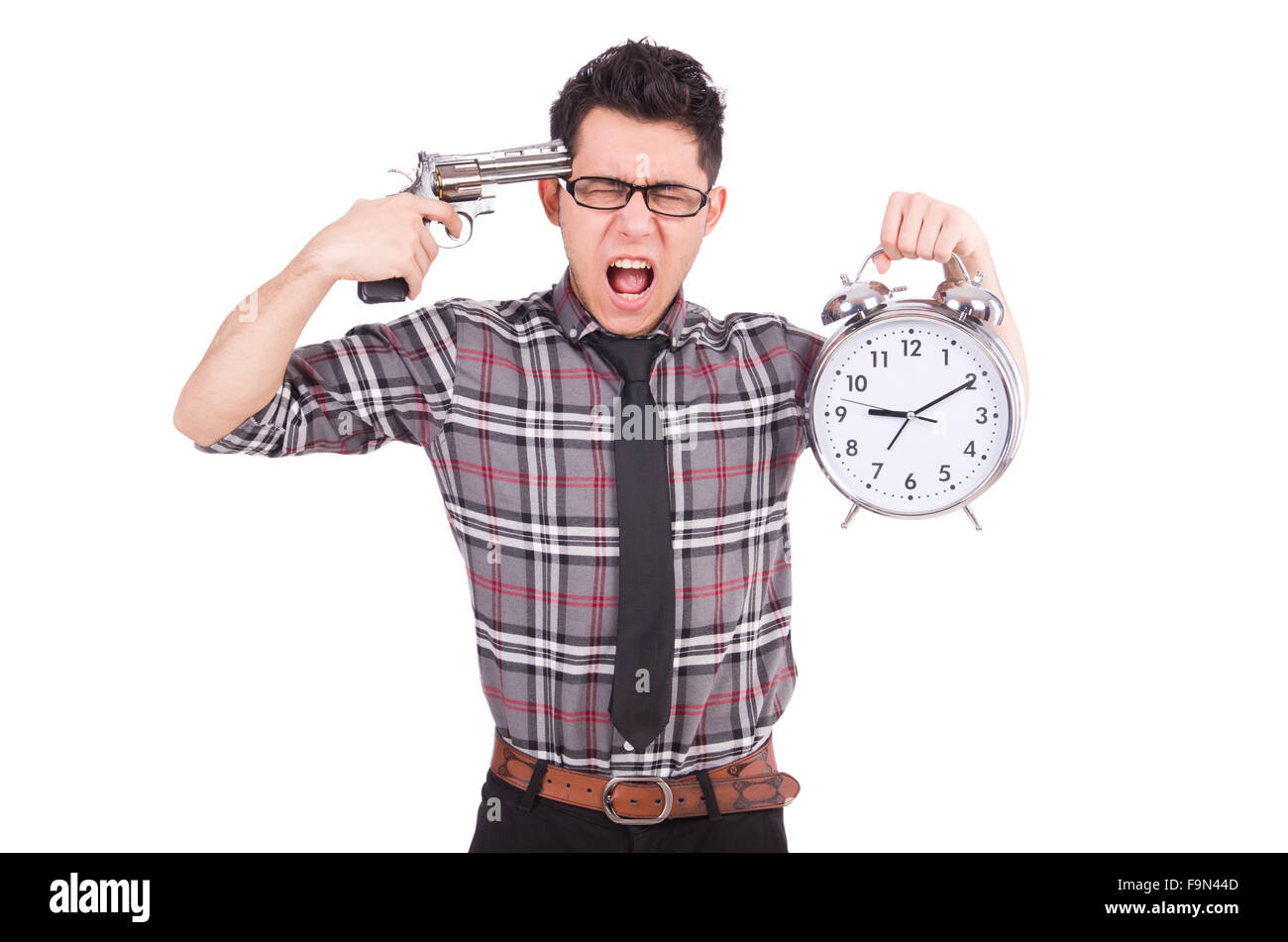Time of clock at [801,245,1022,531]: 9:10
